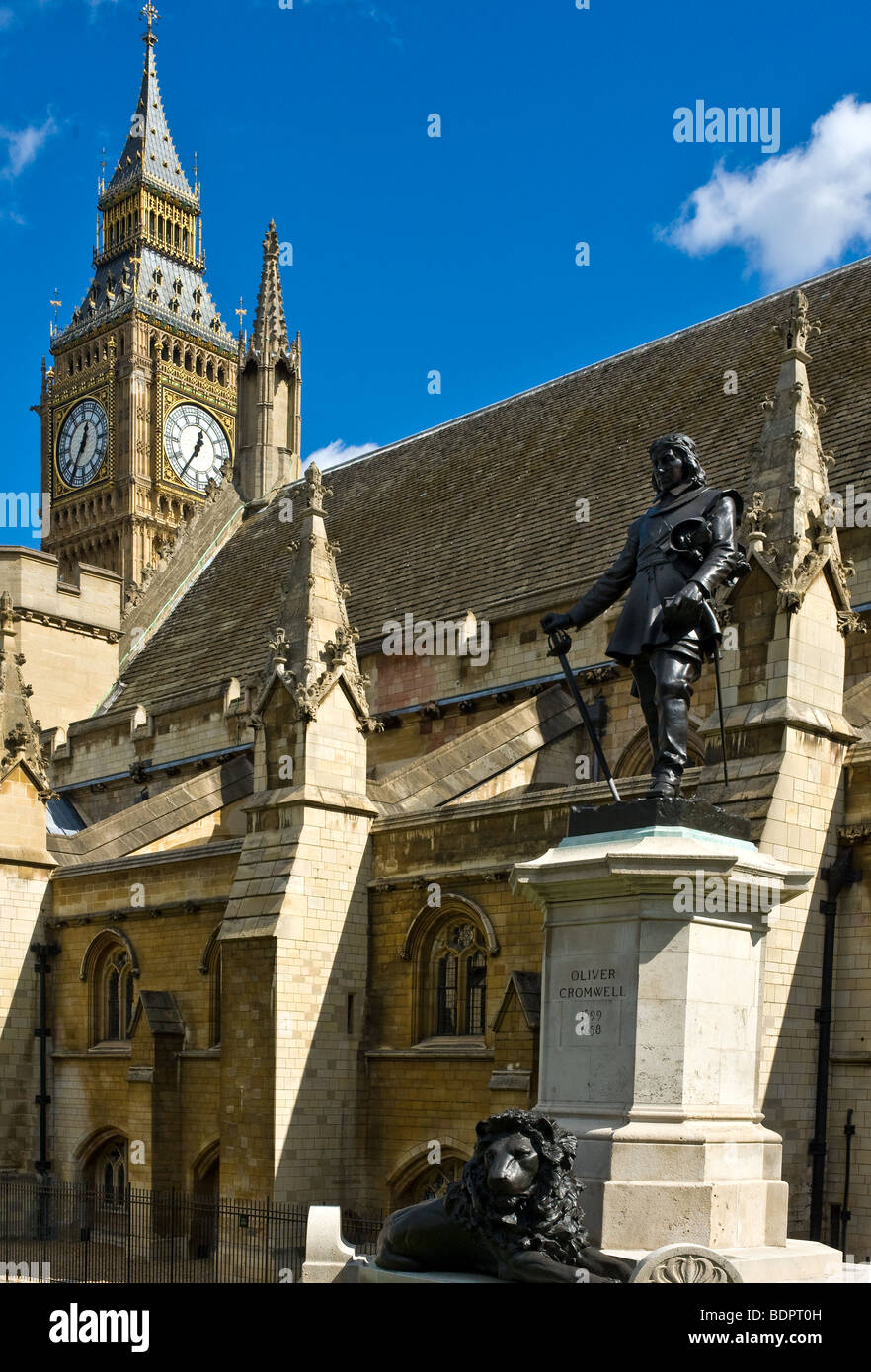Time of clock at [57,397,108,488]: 12:34
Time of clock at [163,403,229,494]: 12:35
